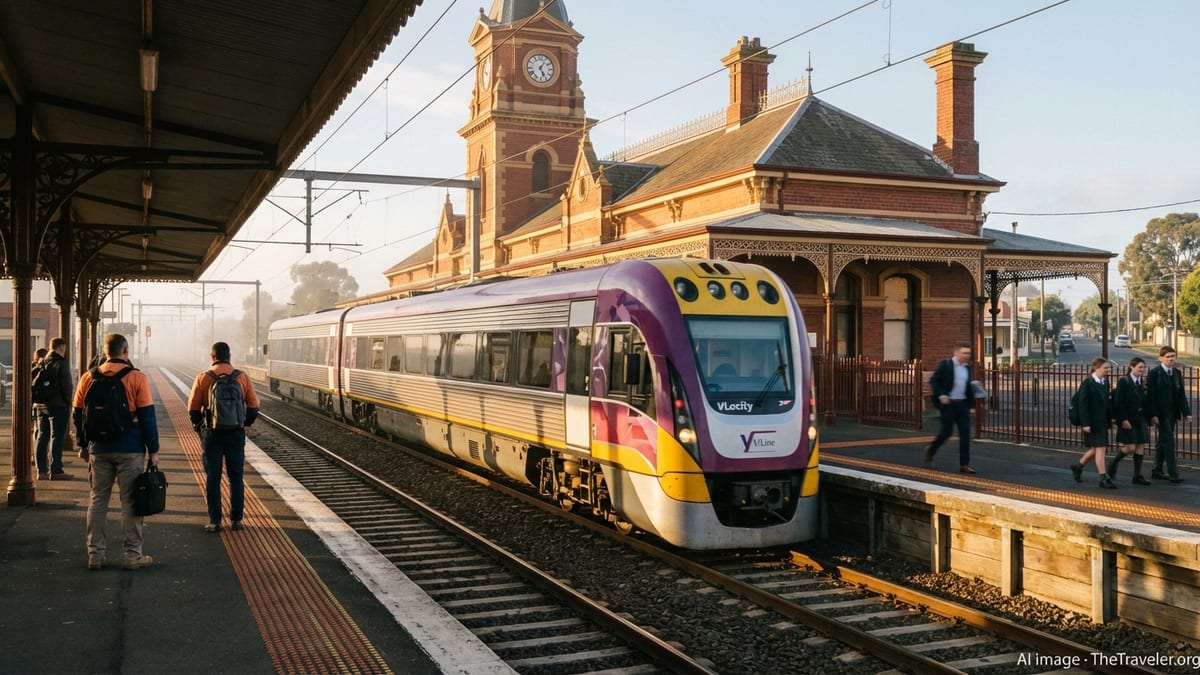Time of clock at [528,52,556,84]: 5:05
